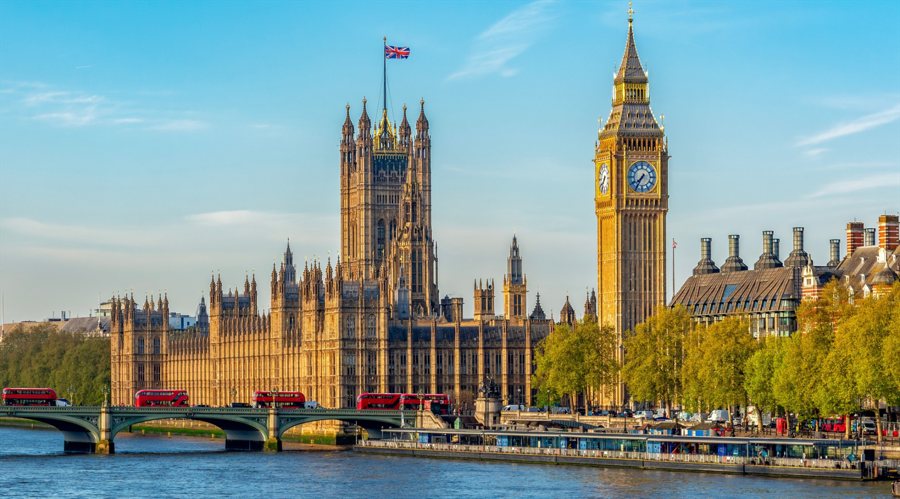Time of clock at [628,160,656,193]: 7:35
